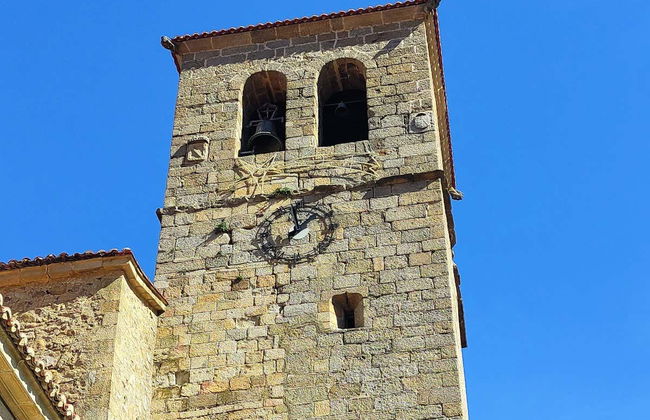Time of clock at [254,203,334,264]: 12:07
